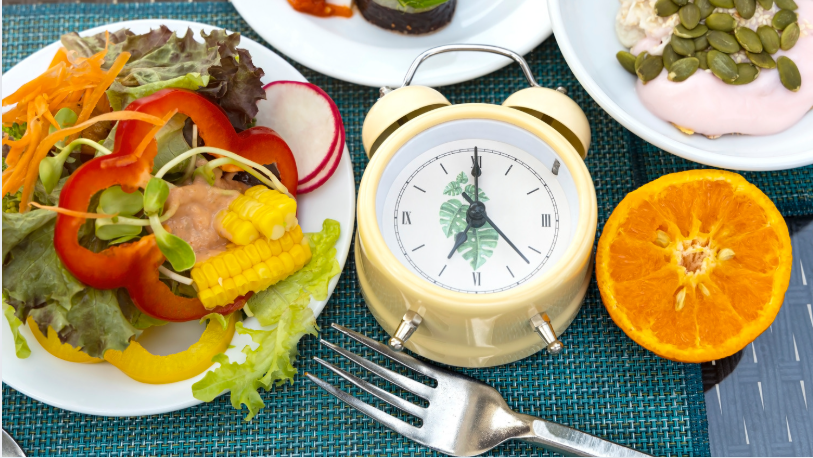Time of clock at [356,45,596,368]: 7:00
